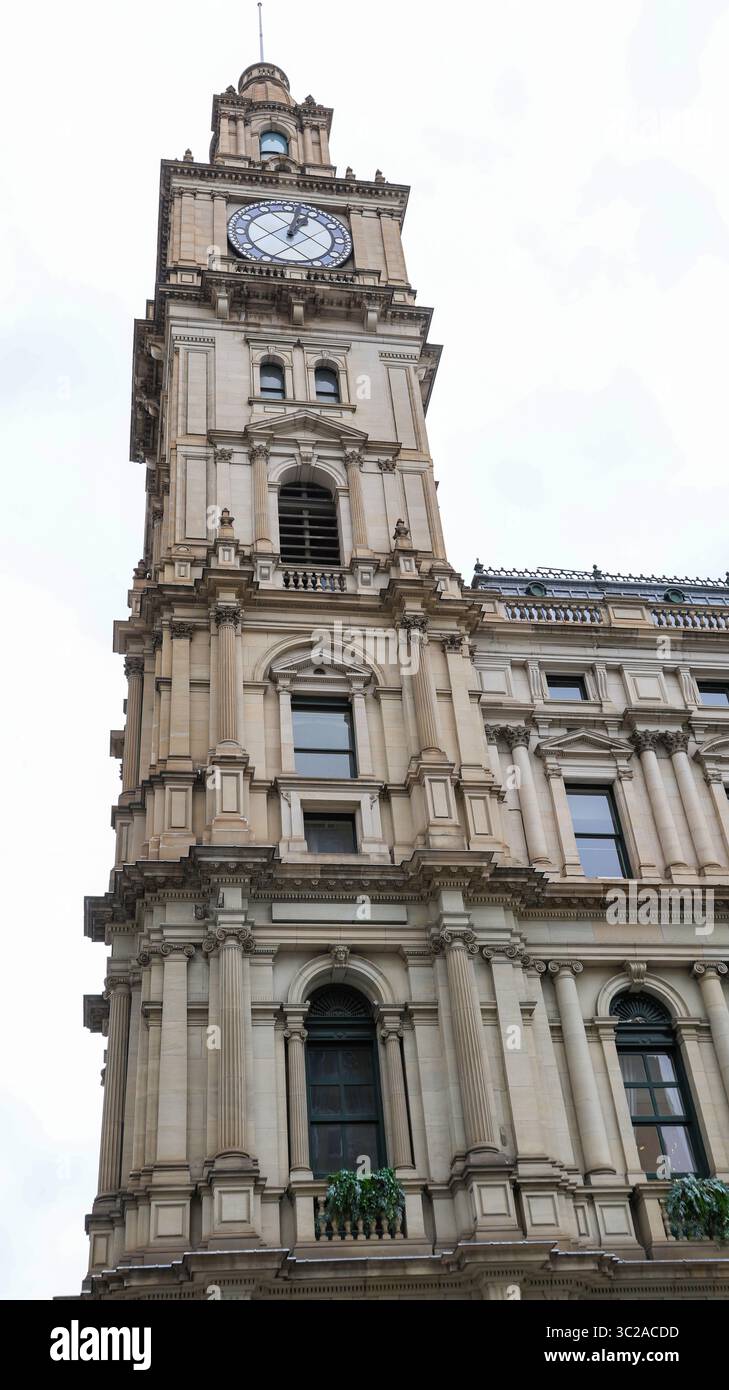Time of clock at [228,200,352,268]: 1:02
